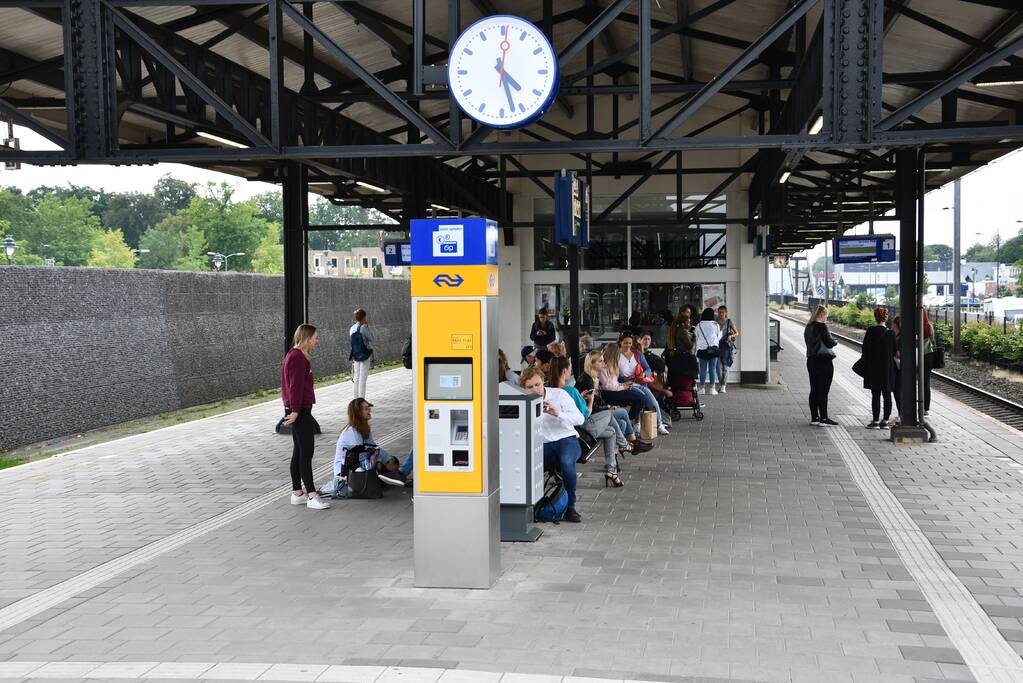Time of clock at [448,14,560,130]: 4:27
